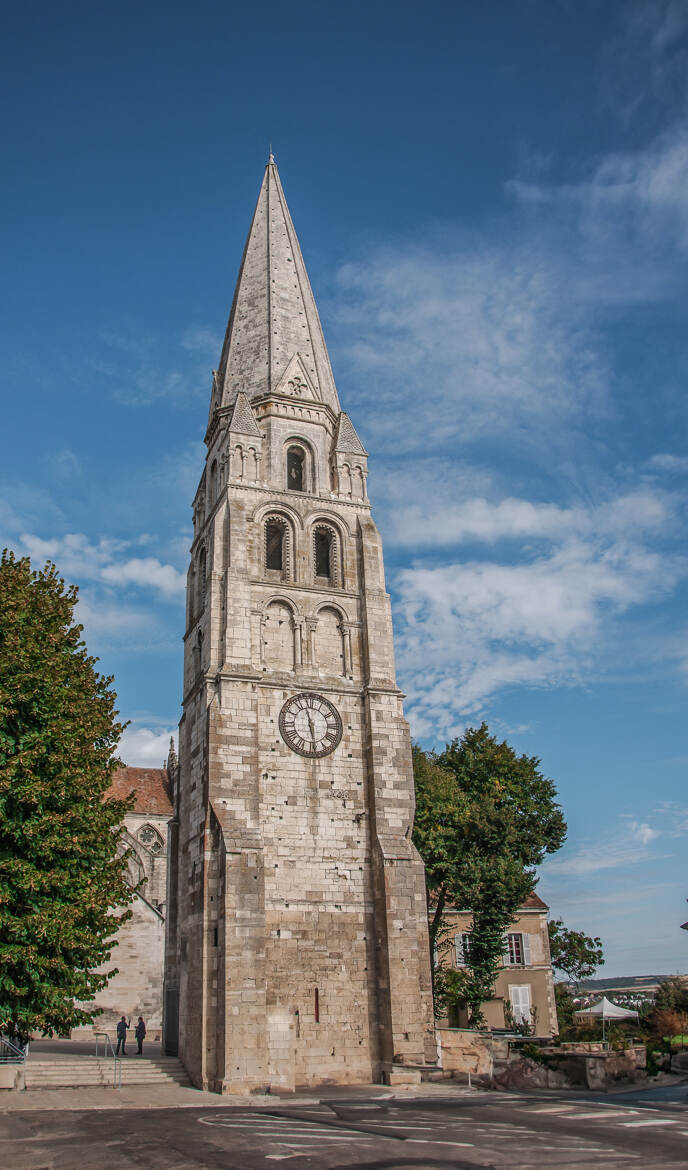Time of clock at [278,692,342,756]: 11:28
